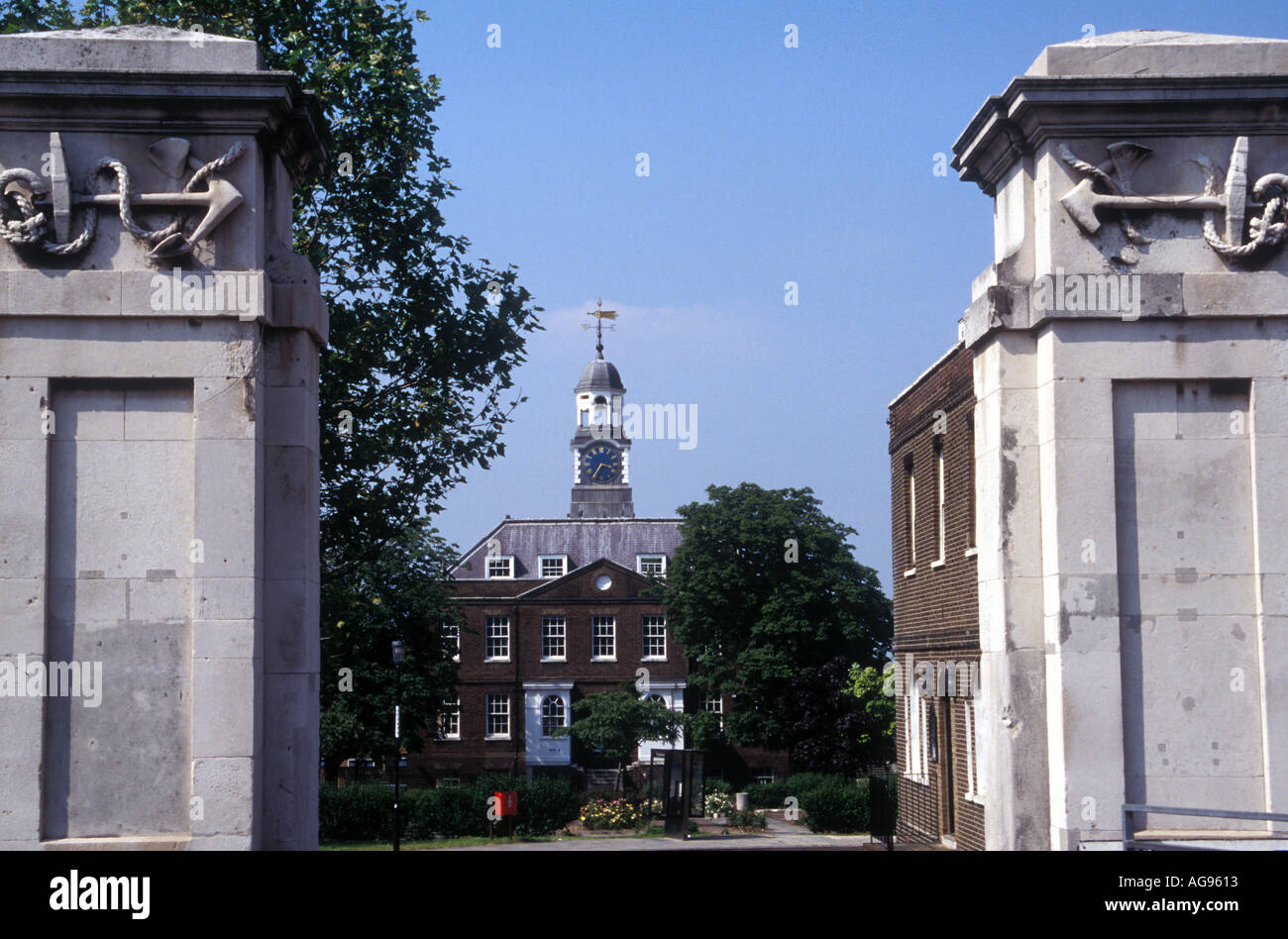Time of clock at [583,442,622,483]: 3:35
